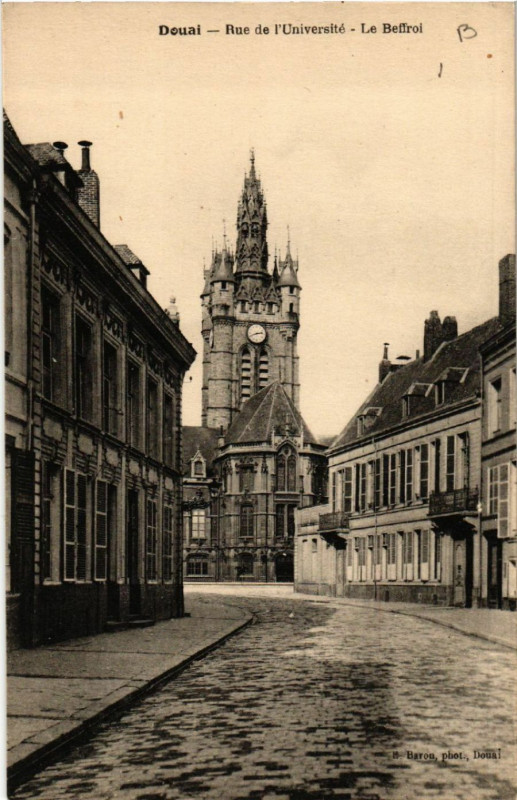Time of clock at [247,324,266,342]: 2:41
